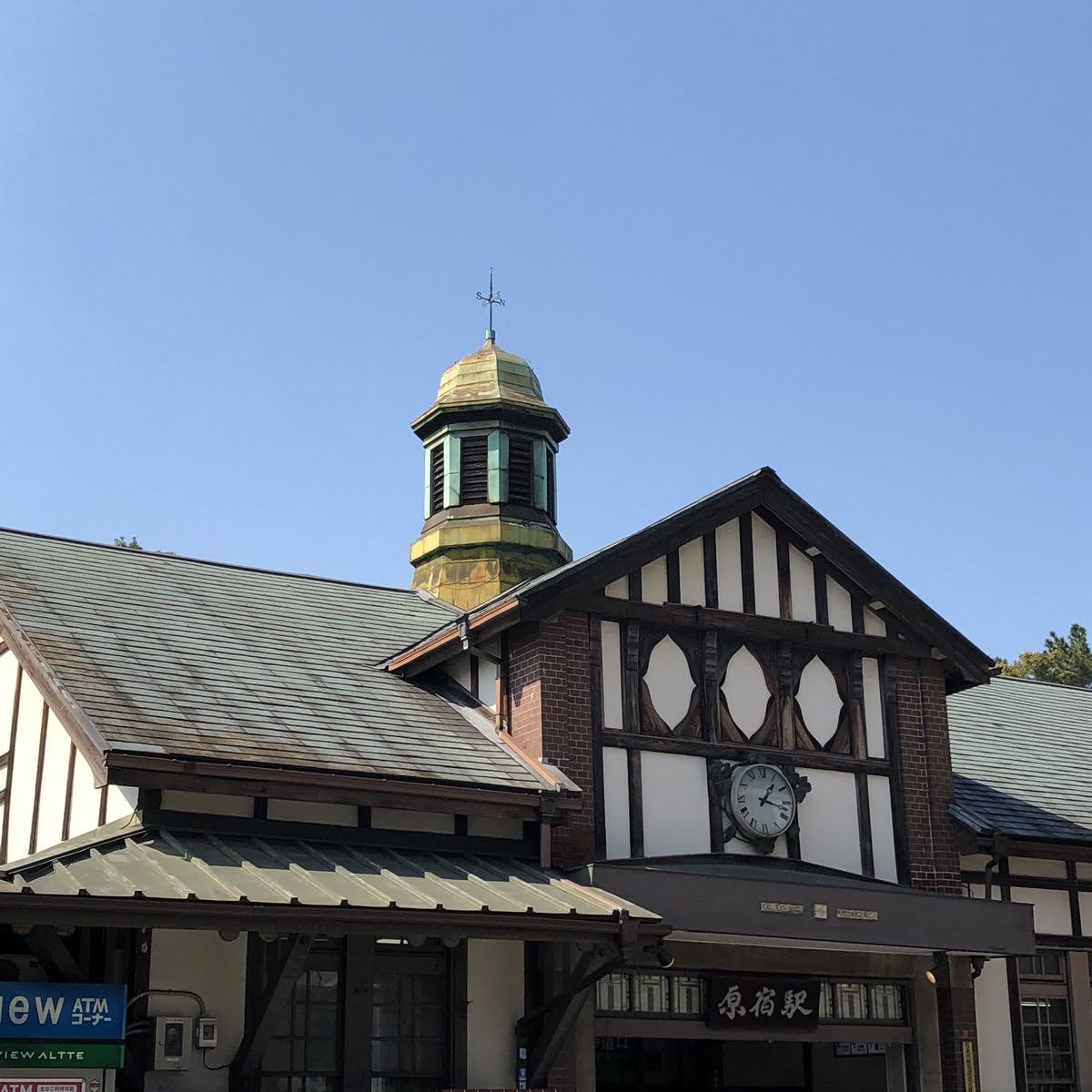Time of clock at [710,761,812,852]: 1:17
